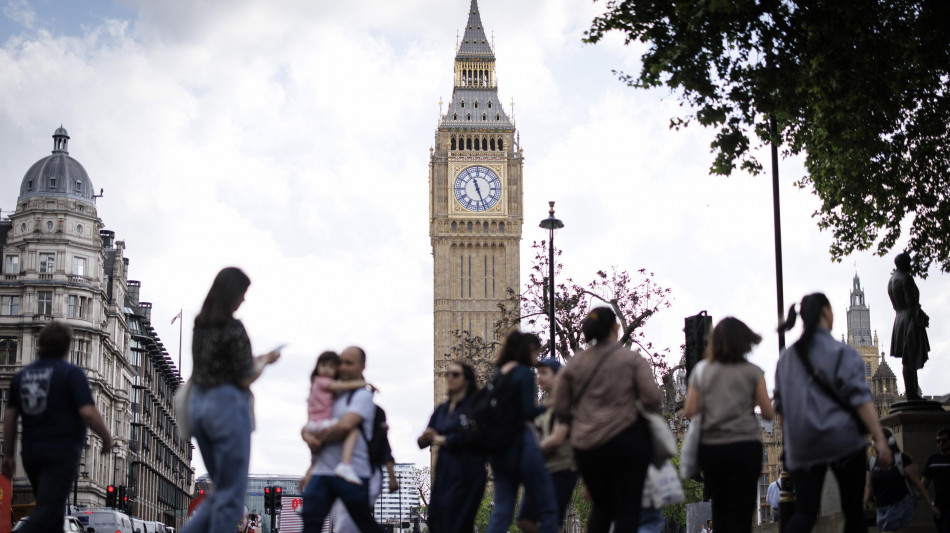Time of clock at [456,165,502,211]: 11:26
